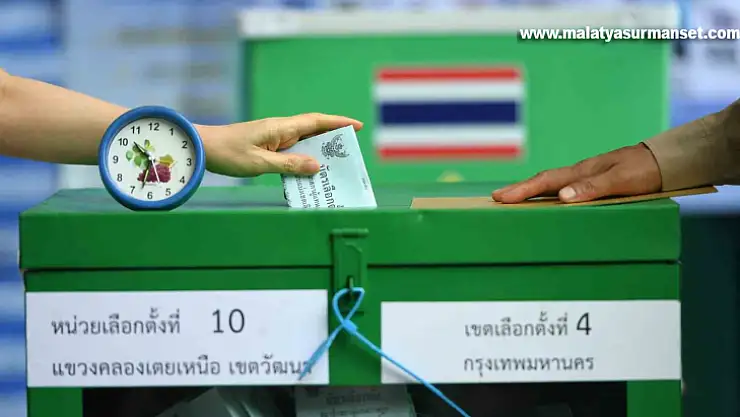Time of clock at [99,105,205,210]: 10:32
